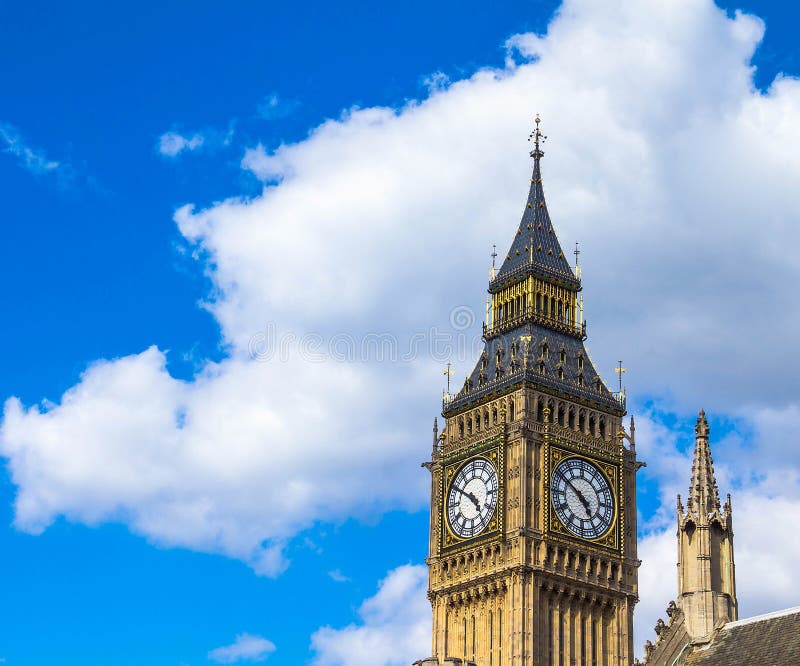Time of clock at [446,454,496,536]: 4:50
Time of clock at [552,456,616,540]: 4:50
